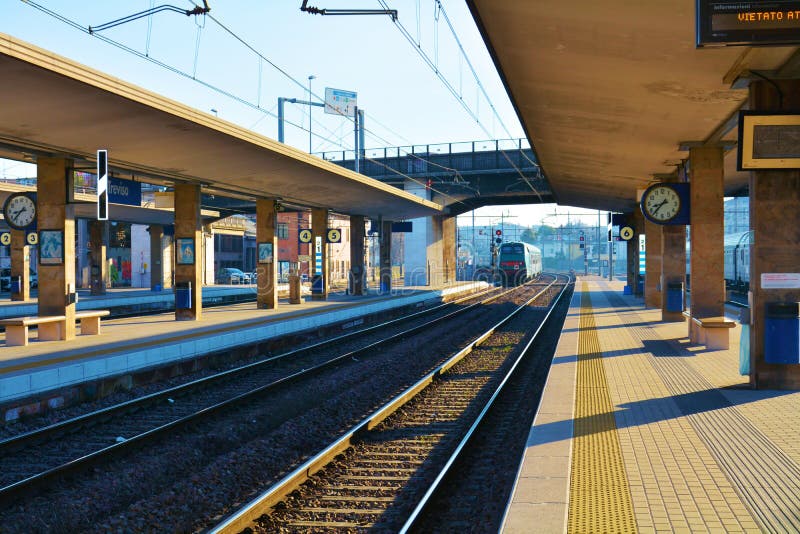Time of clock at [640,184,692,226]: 8:37
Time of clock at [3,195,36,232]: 8:37
